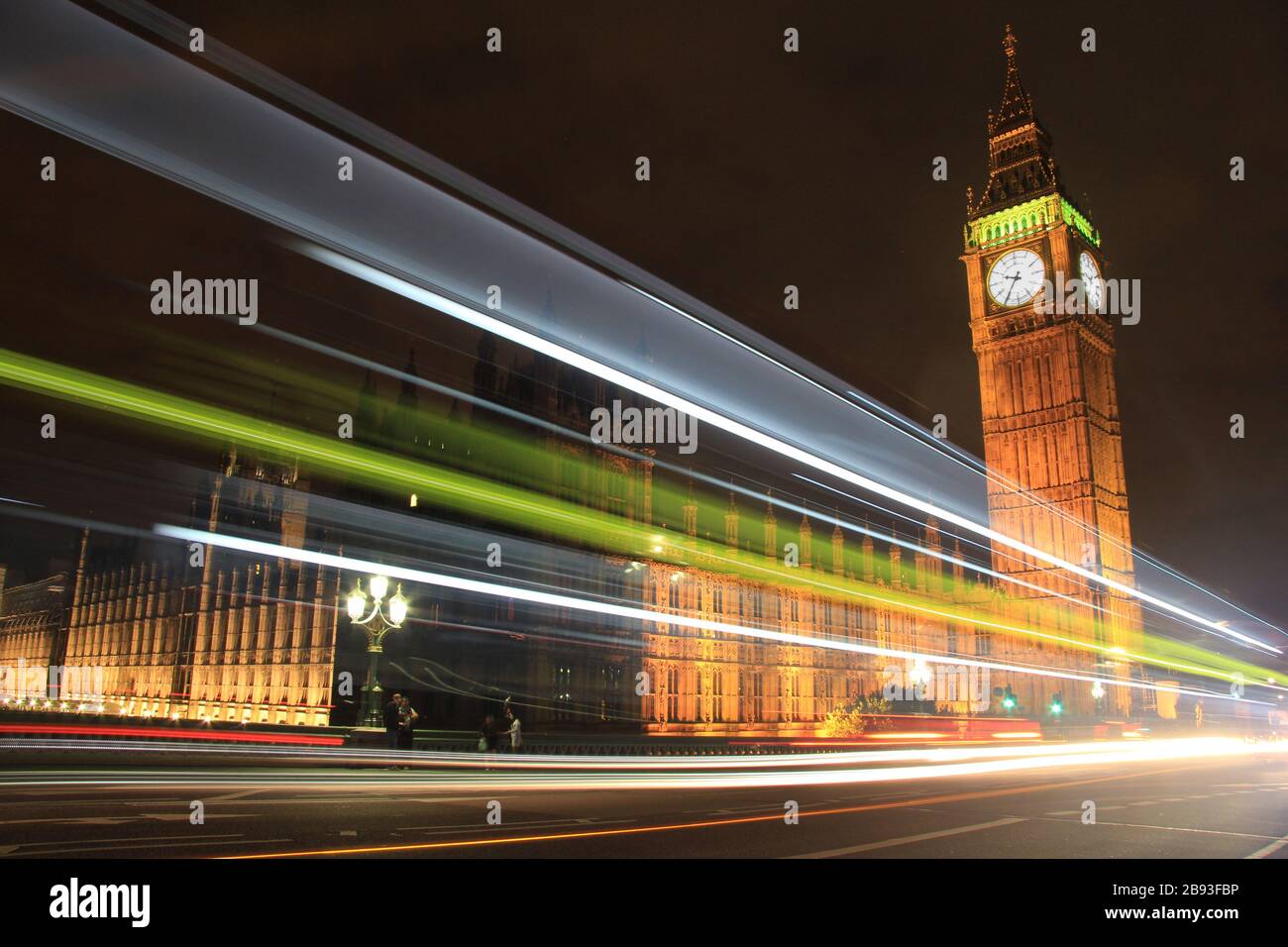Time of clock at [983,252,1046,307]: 9:35
